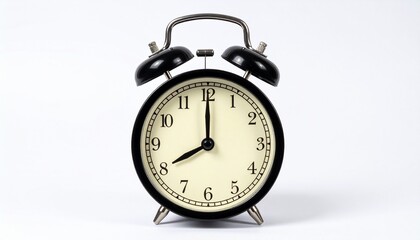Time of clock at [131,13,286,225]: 8:00
